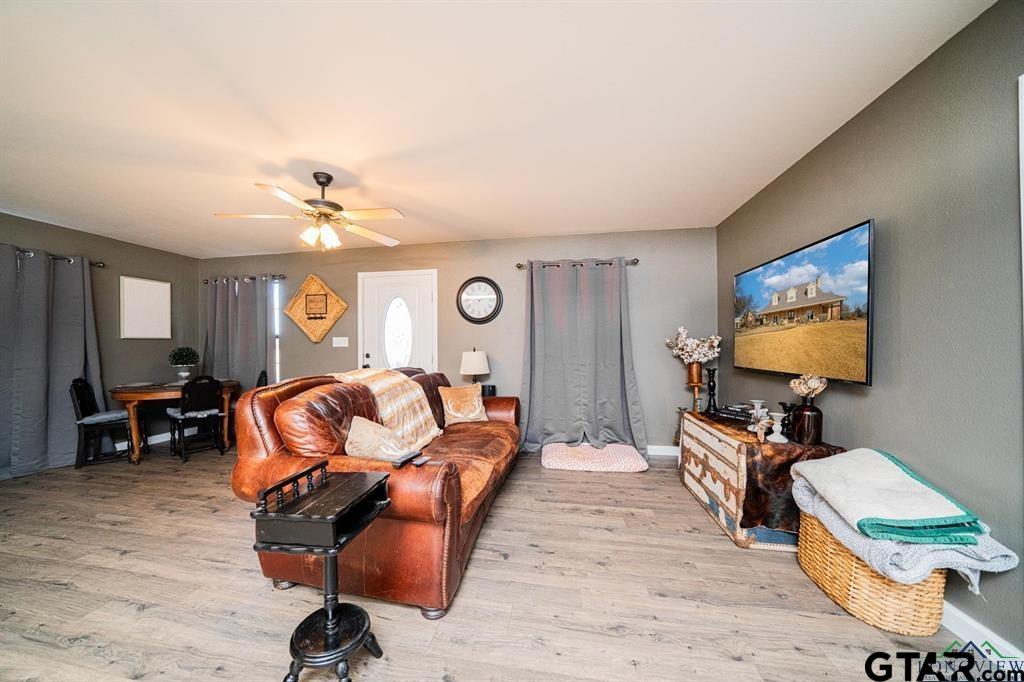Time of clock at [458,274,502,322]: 9:14
